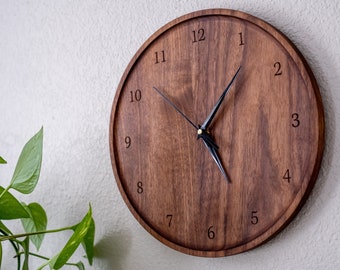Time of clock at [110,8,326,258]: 5:06
